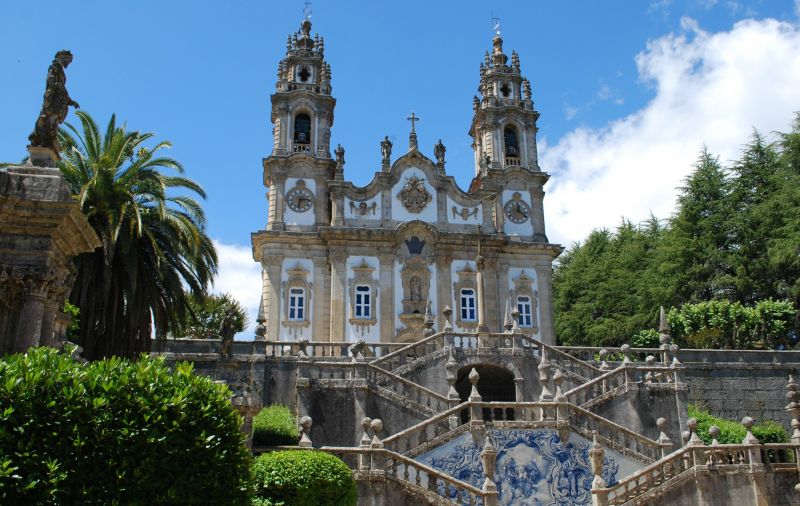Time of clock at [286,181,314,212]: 6:14
